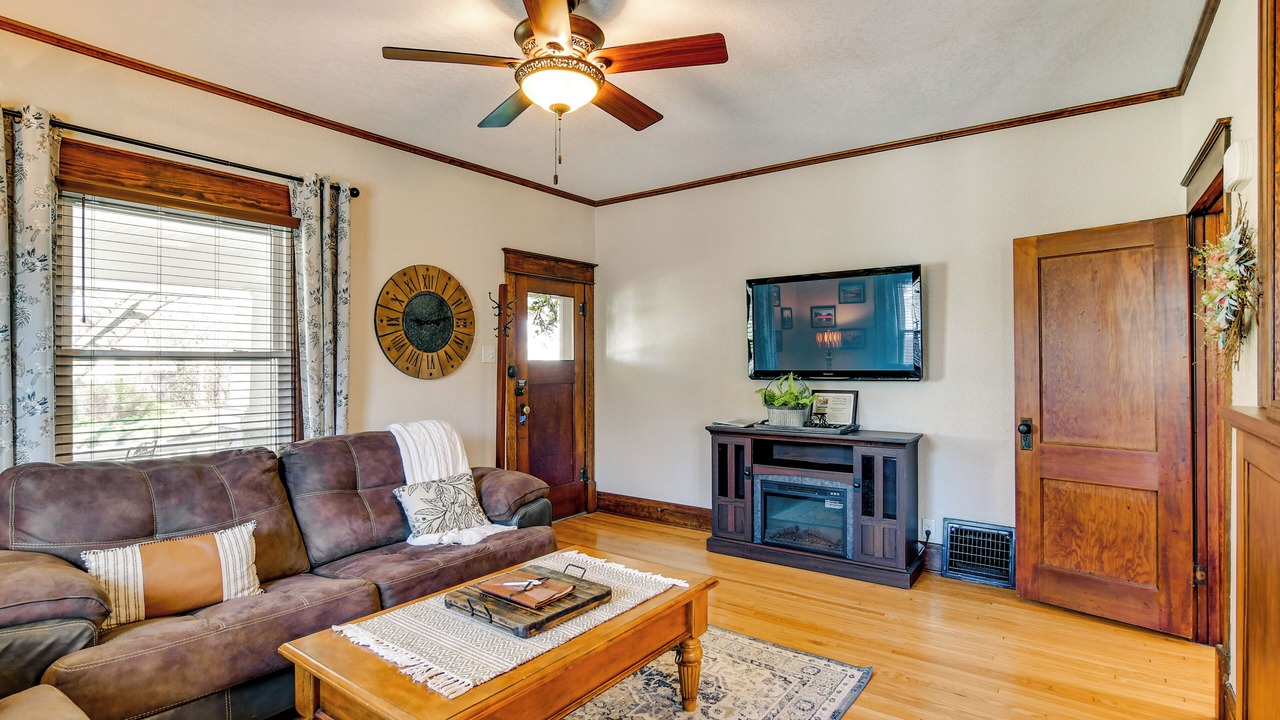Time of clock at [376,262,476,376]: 9:13
